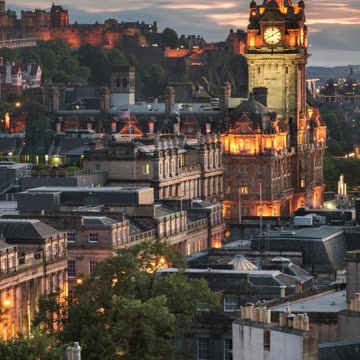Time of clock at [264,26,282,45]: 8:09
